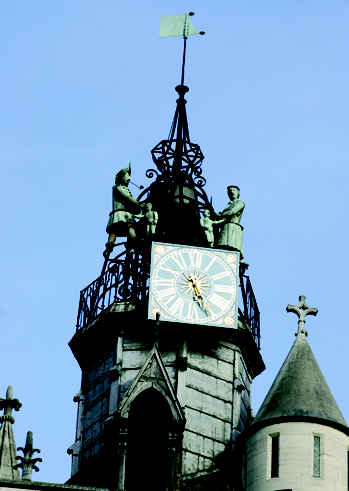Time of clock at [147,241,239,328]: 5:26
